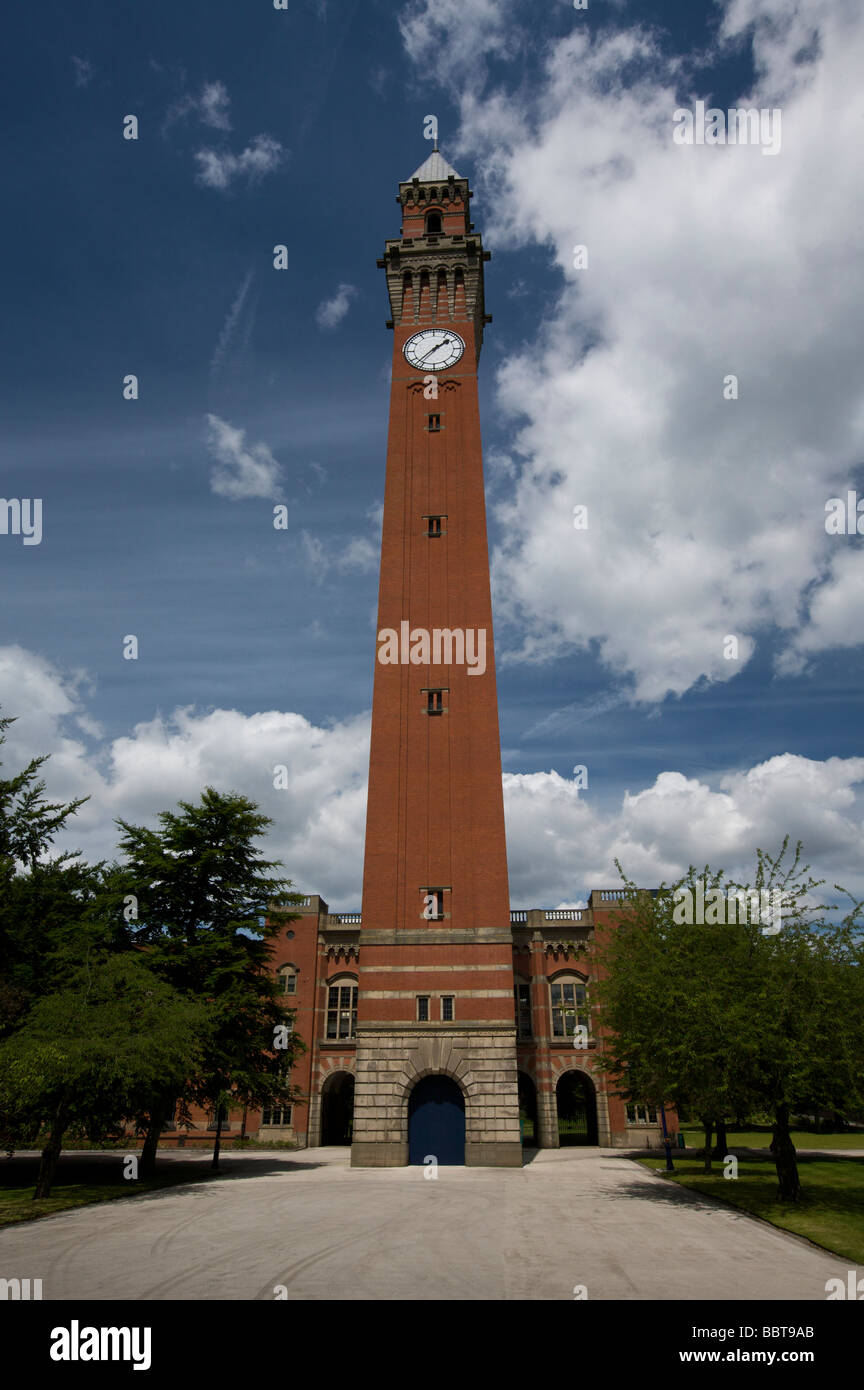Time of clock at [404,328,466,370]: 1:37
